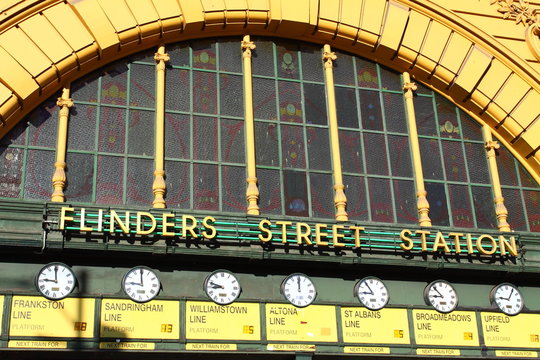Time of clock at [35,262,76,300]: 8:59
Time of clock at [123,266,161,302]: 8:59
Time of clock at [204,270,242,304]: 8:47
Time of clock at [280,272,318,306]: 12:00
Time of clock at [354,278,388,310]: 8:54
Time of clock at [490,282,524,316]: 9:05
